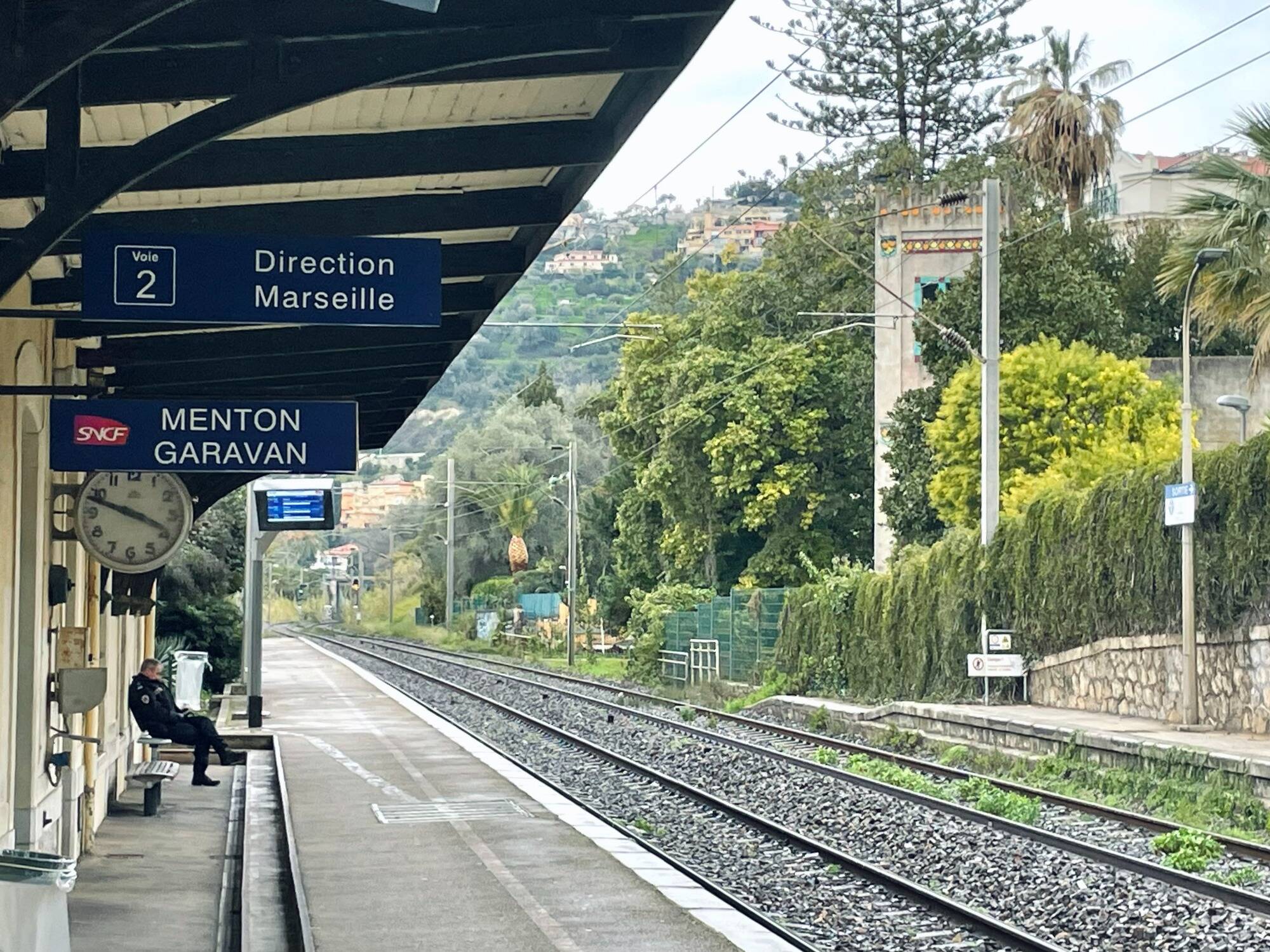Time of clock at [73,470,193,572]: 3:48
